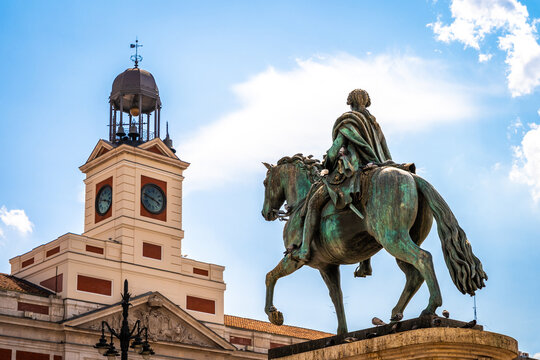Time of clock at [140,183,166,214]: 3:47
